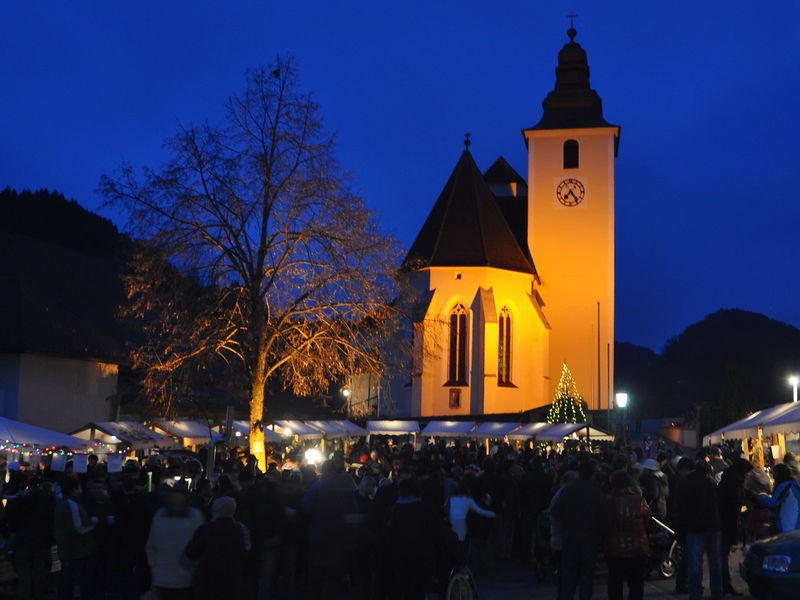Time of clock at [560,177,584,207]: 7:24
